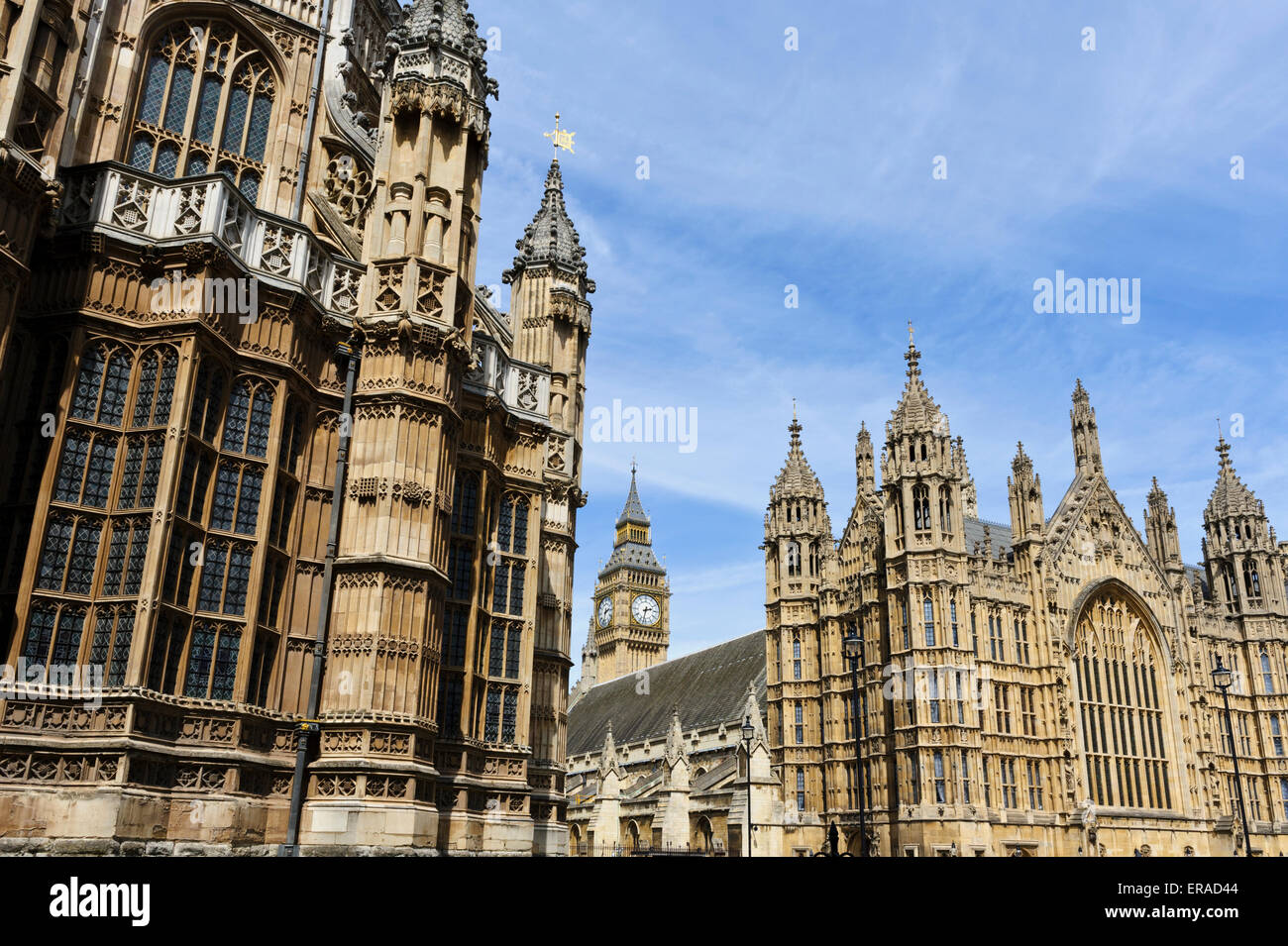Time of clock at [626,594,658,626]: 2:32
